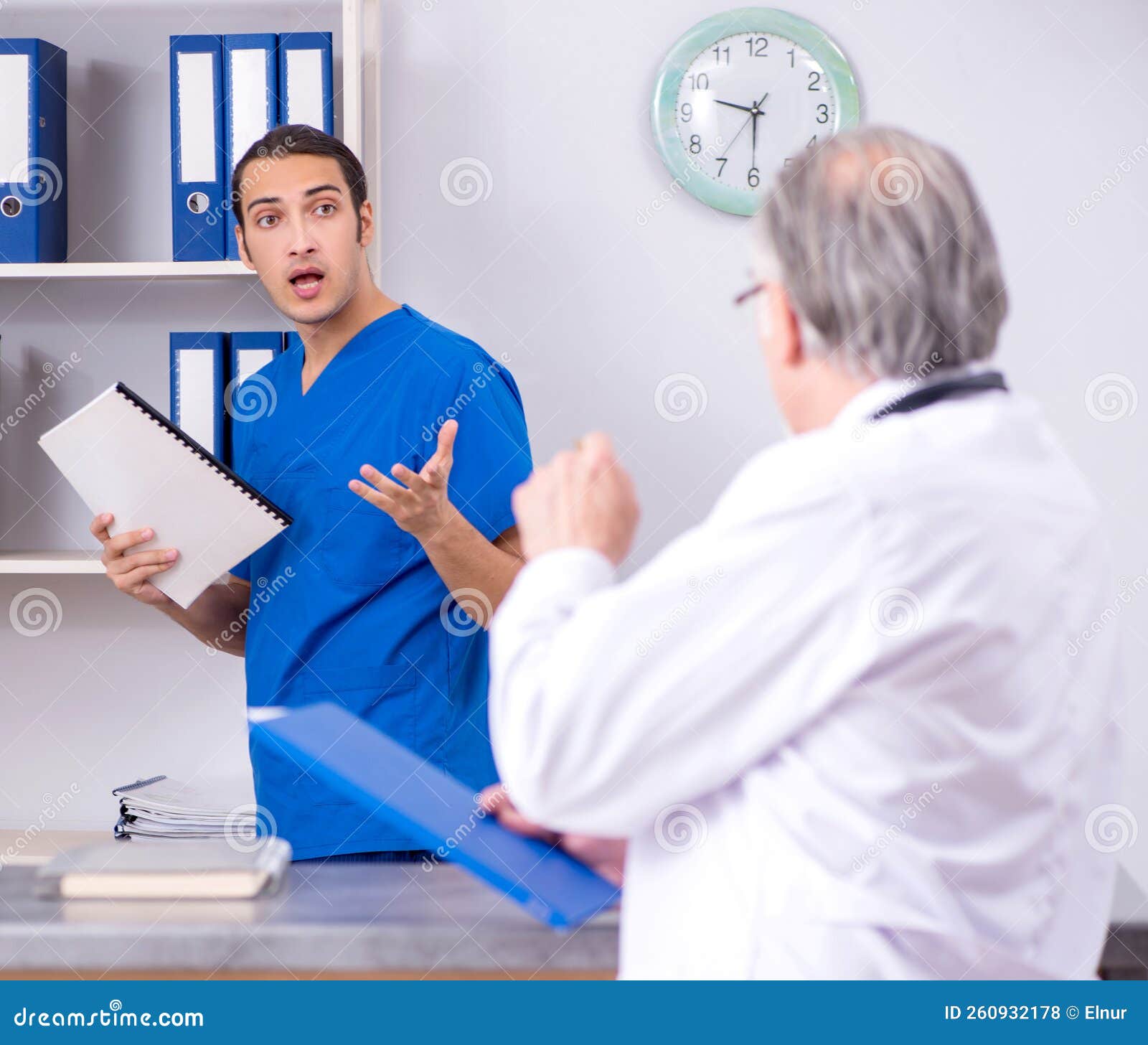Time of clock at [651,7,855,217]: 9:30
